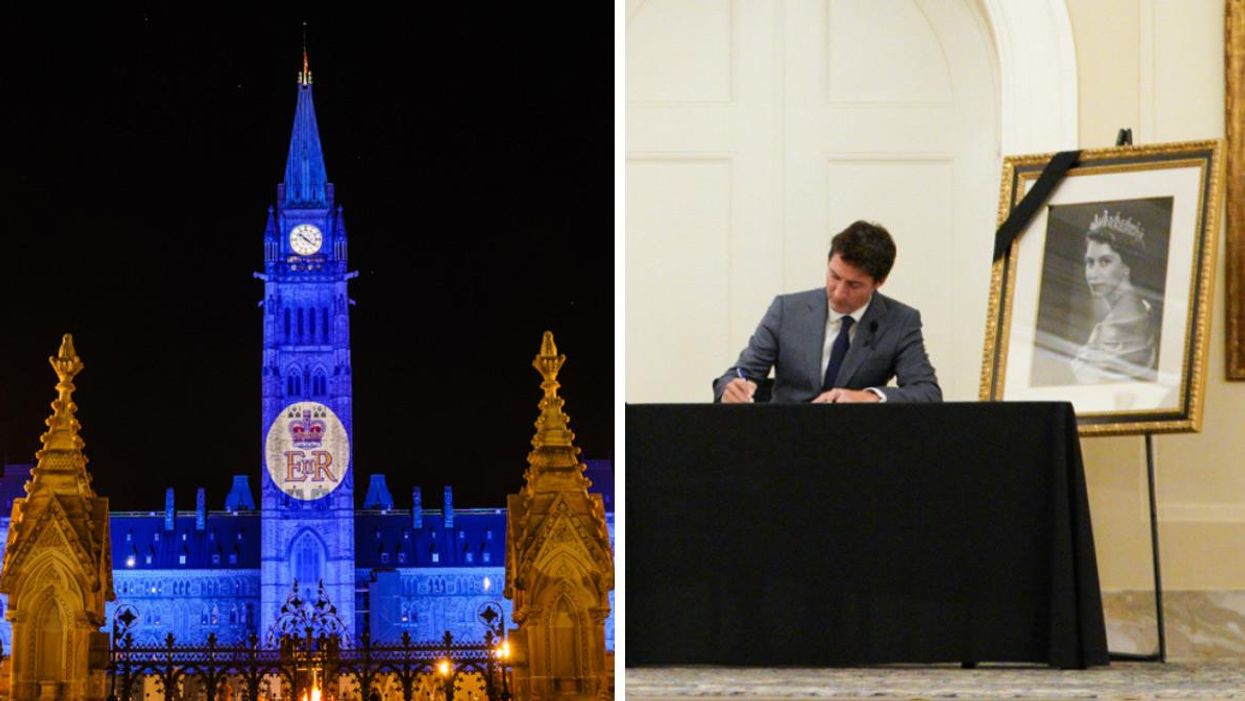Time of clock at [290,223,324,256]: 10:21
